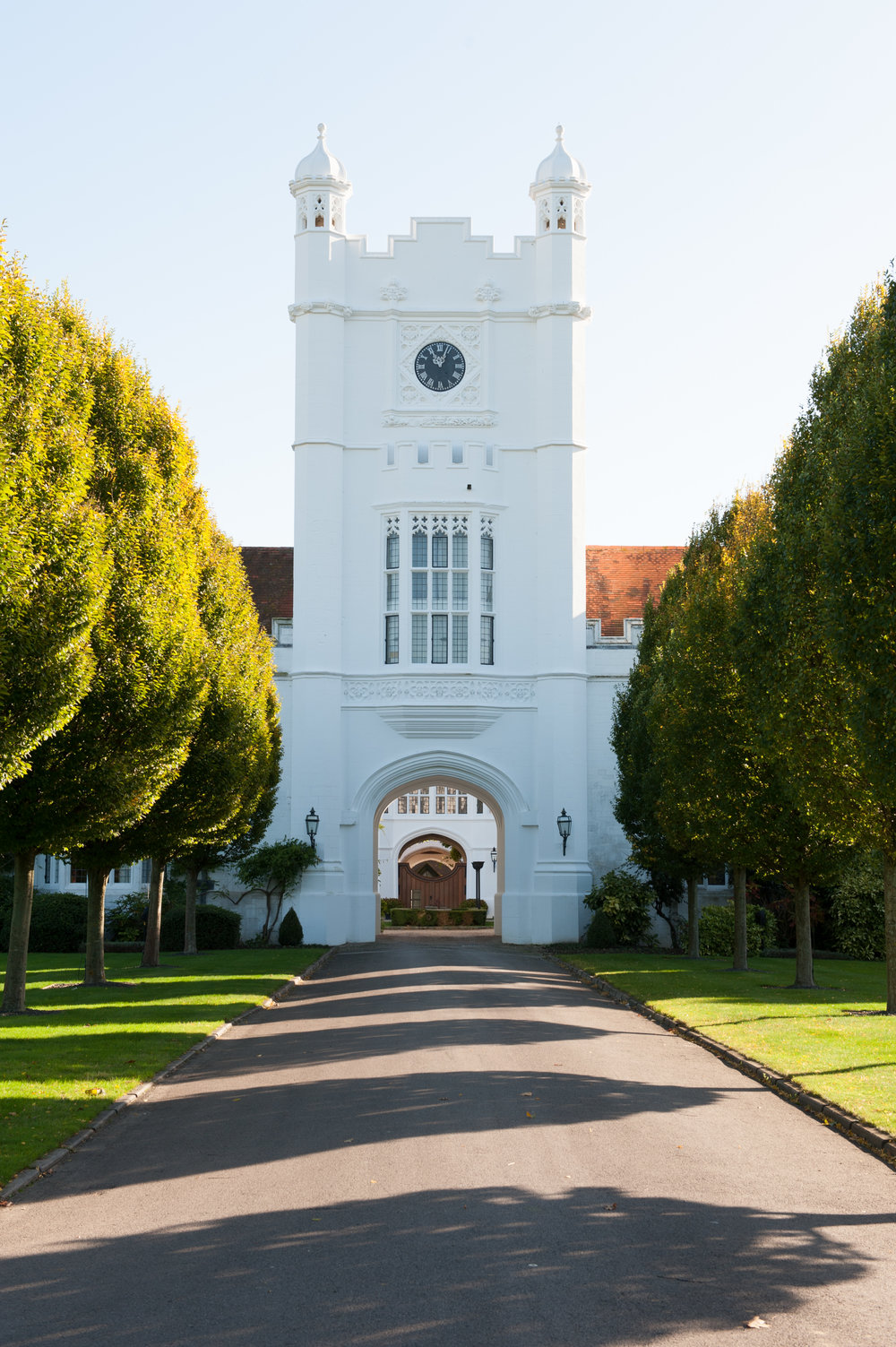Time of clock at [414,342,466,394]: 11:03
